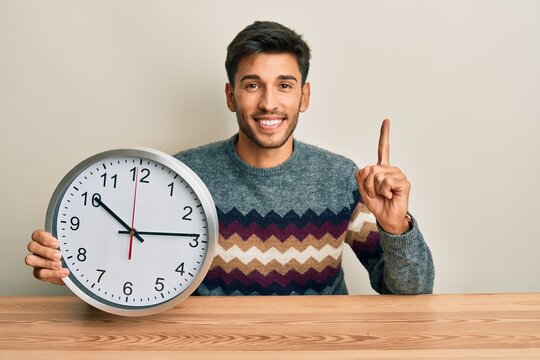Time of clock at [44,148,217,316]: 10:13
